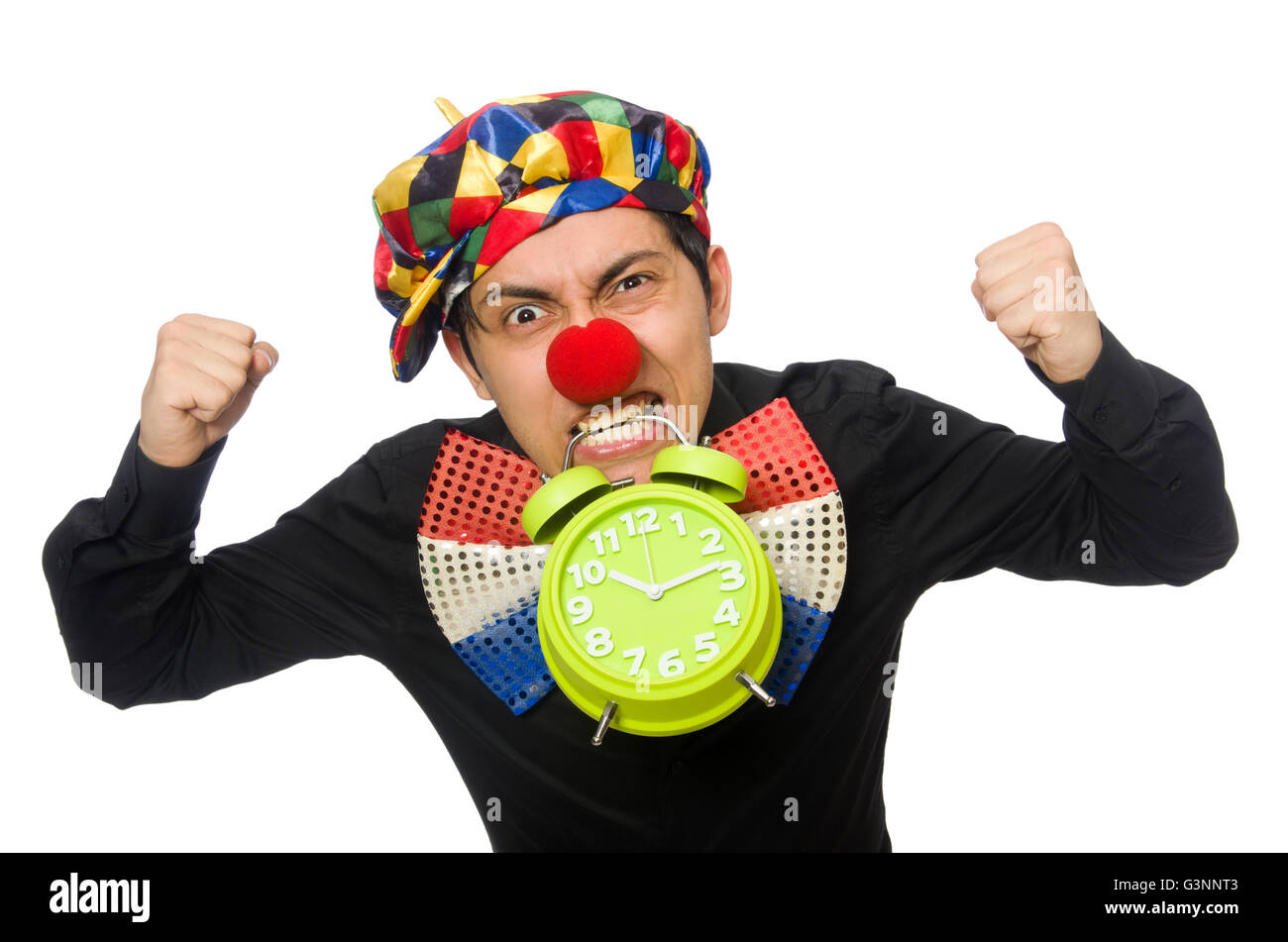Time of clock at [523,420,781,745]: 10:13
